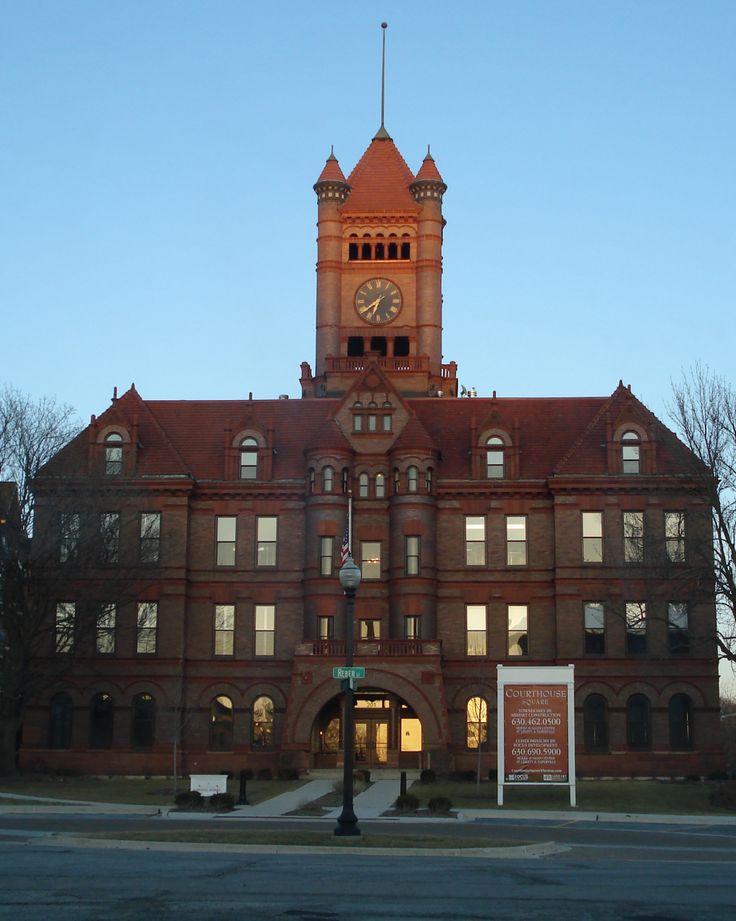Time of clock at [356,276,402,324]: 6:38
